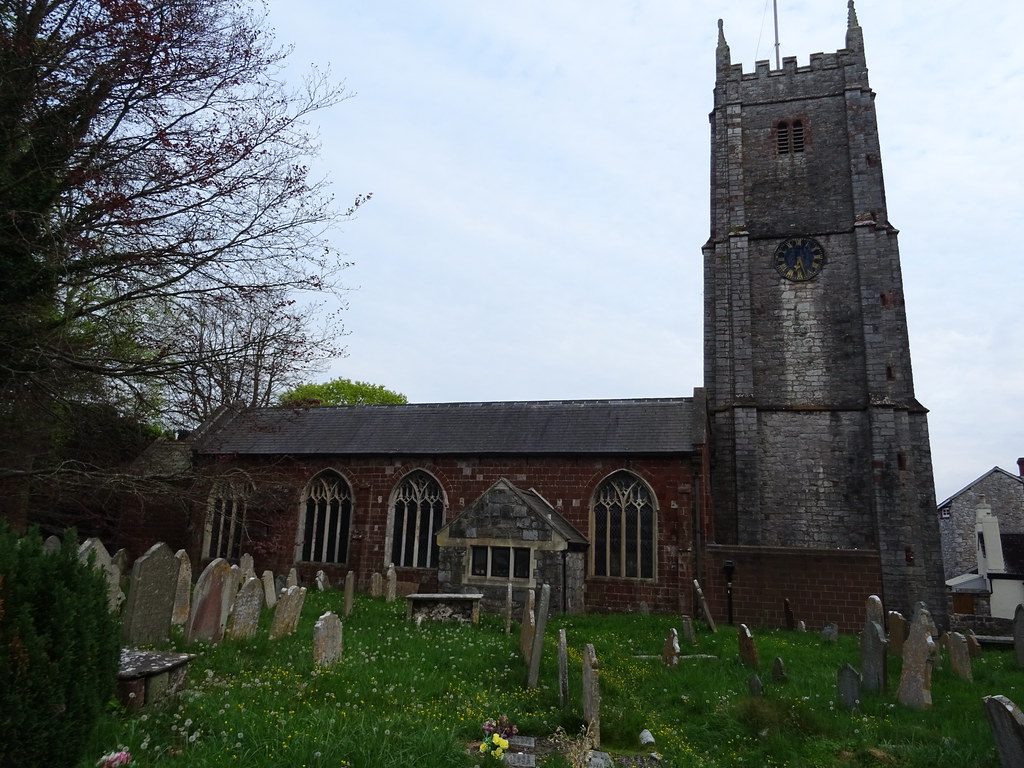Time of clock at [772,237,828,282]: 6:27
